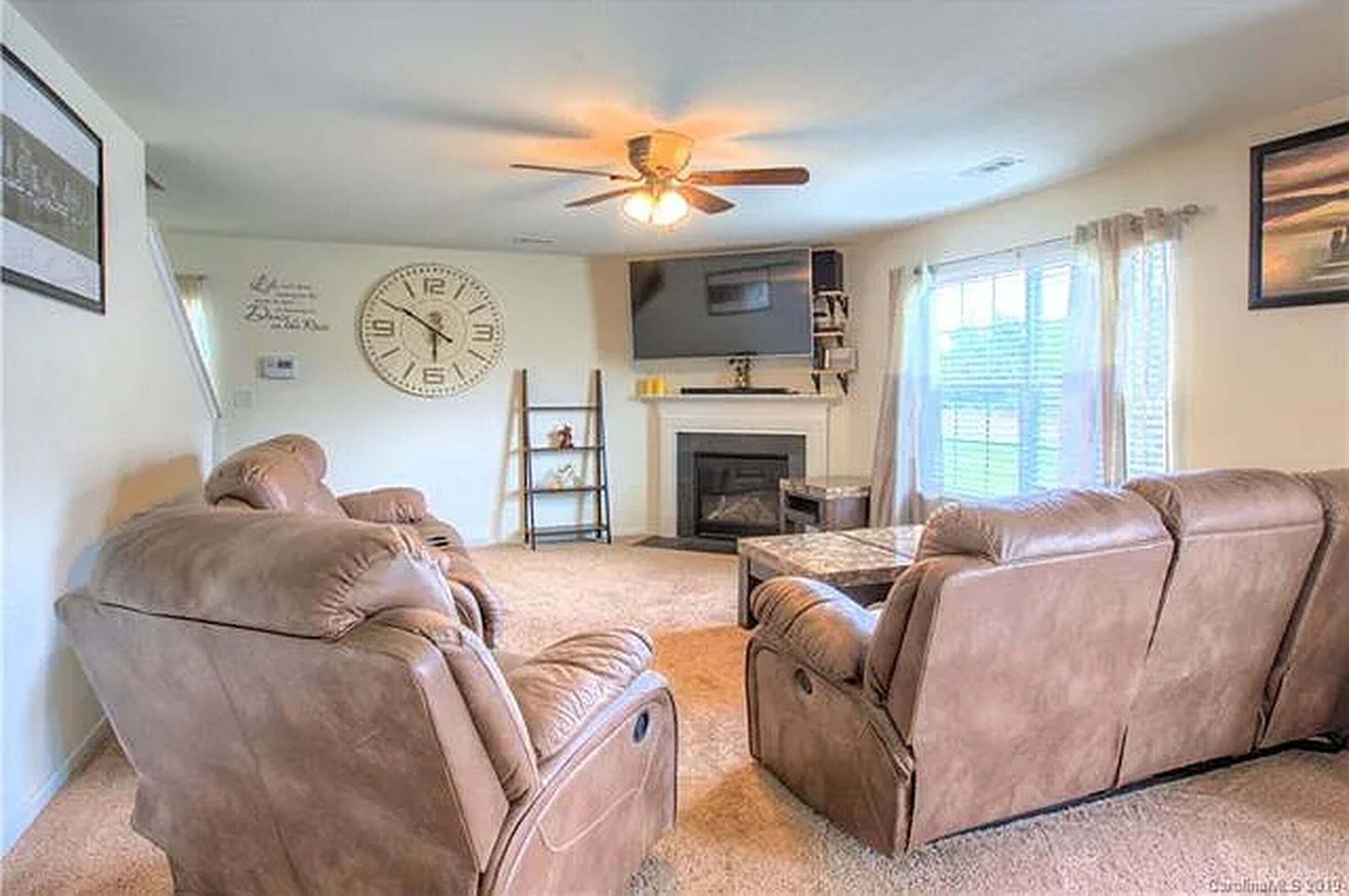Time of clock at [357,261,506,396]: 5:50
